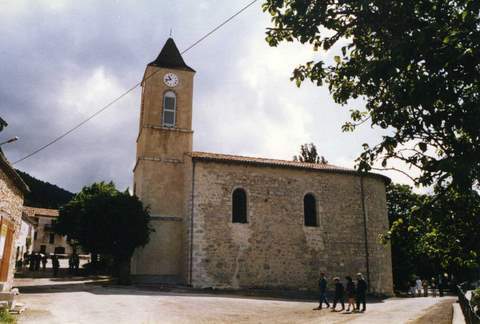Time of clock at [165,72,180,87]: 10:42
